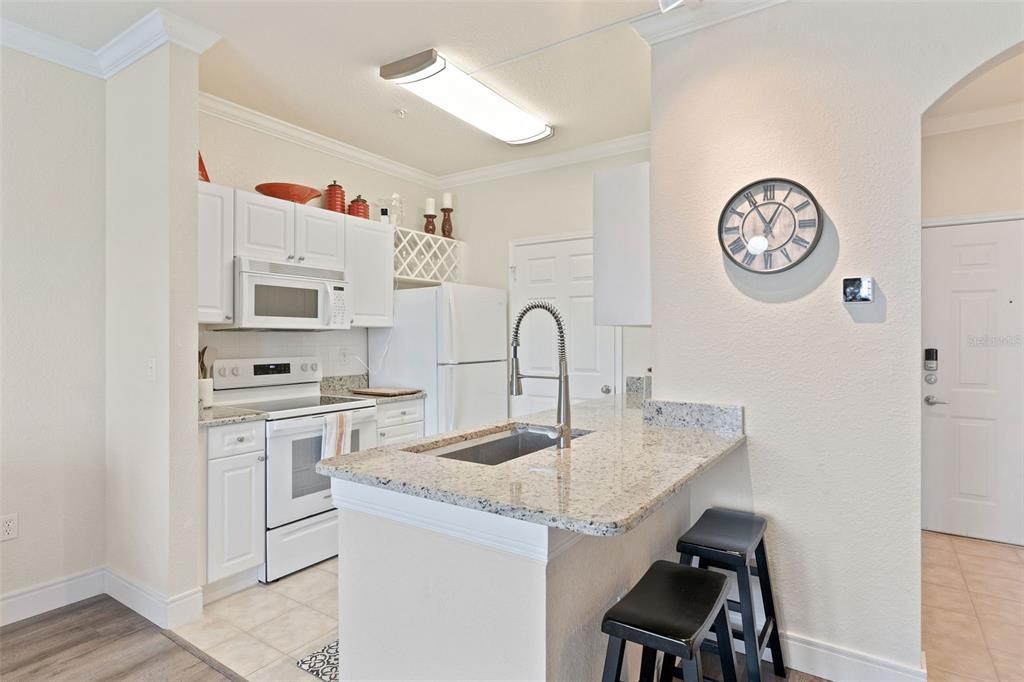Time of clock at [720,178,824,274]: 12:55
